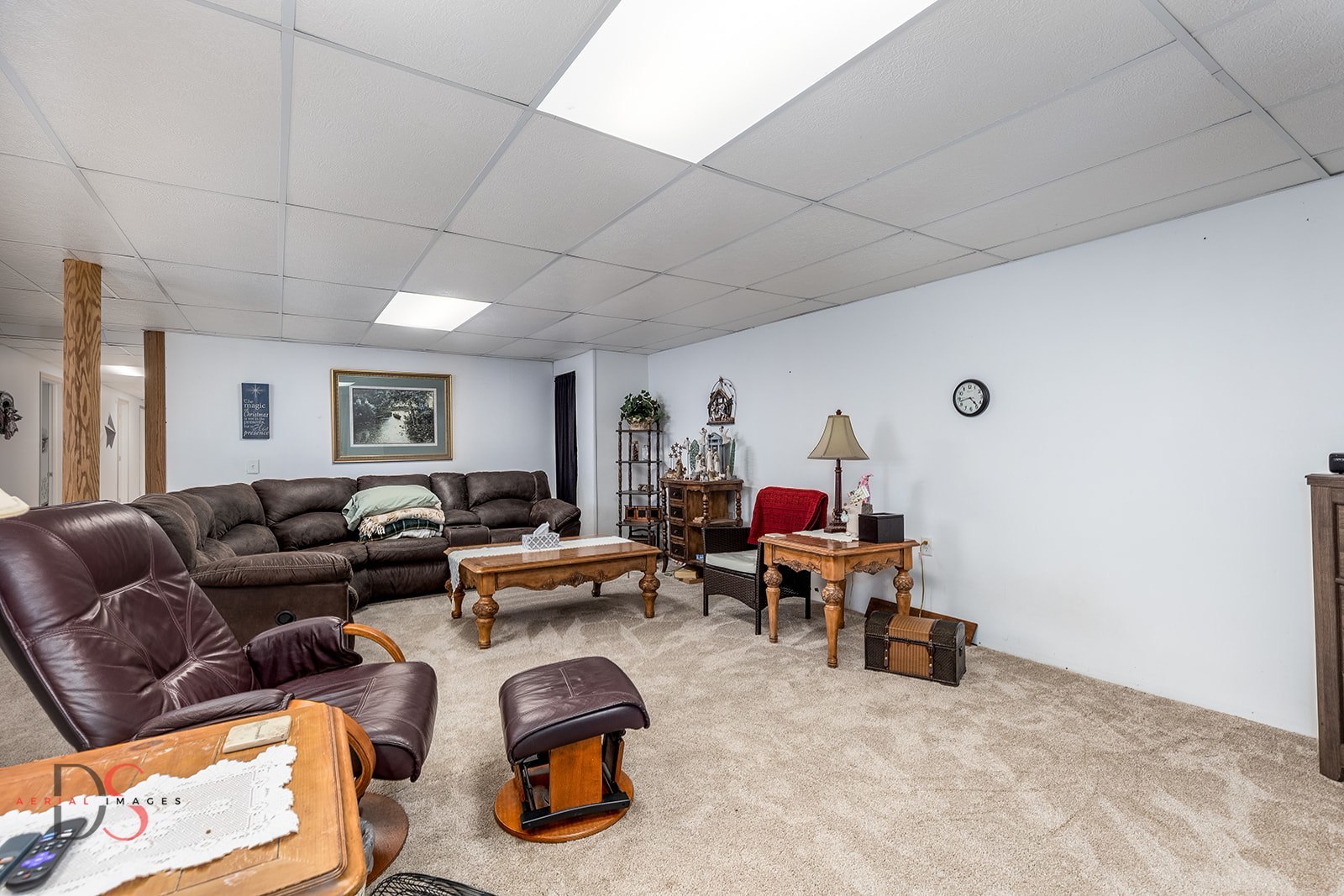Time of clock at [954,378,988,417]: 4:42
